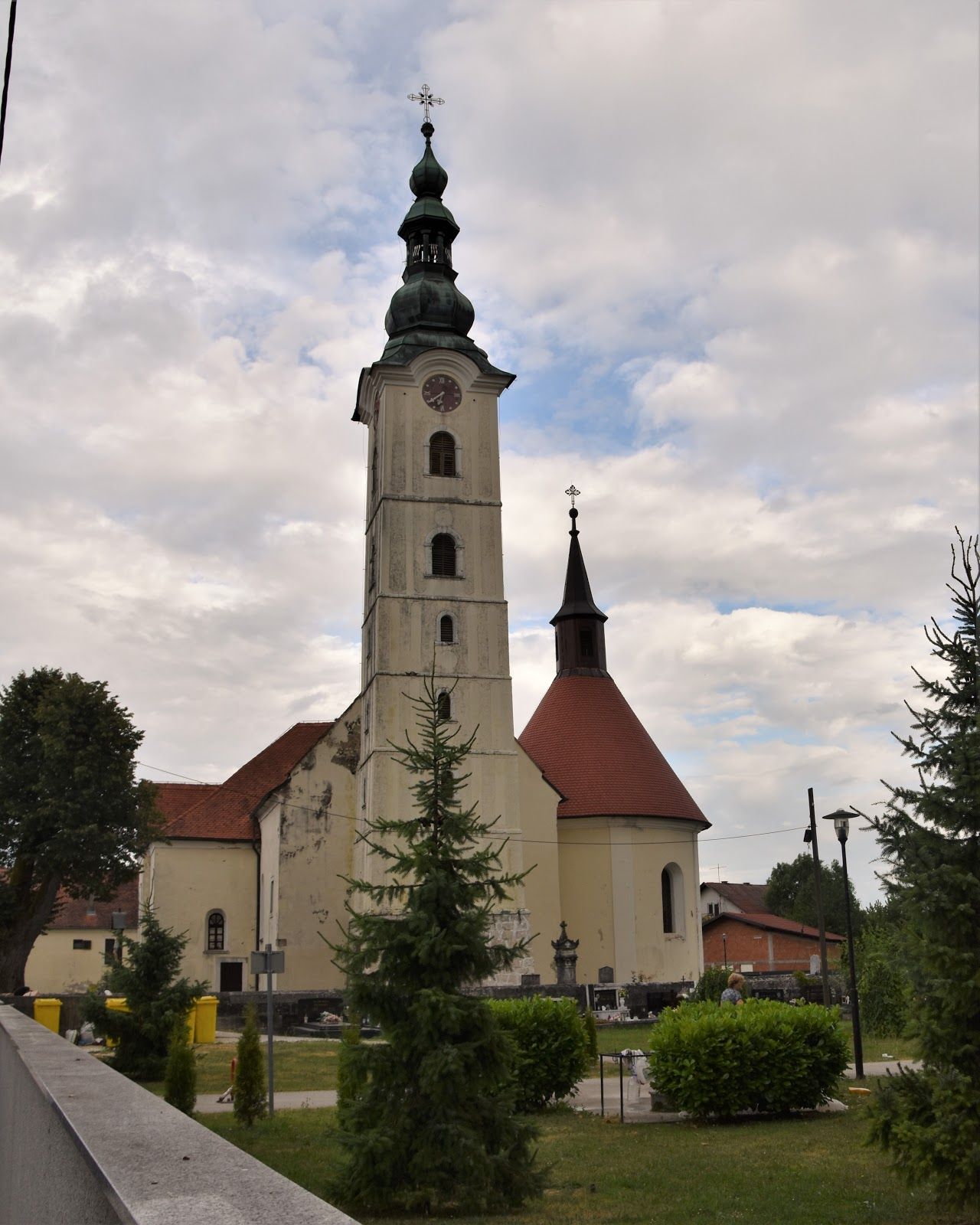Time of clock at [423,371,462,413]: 6:38
